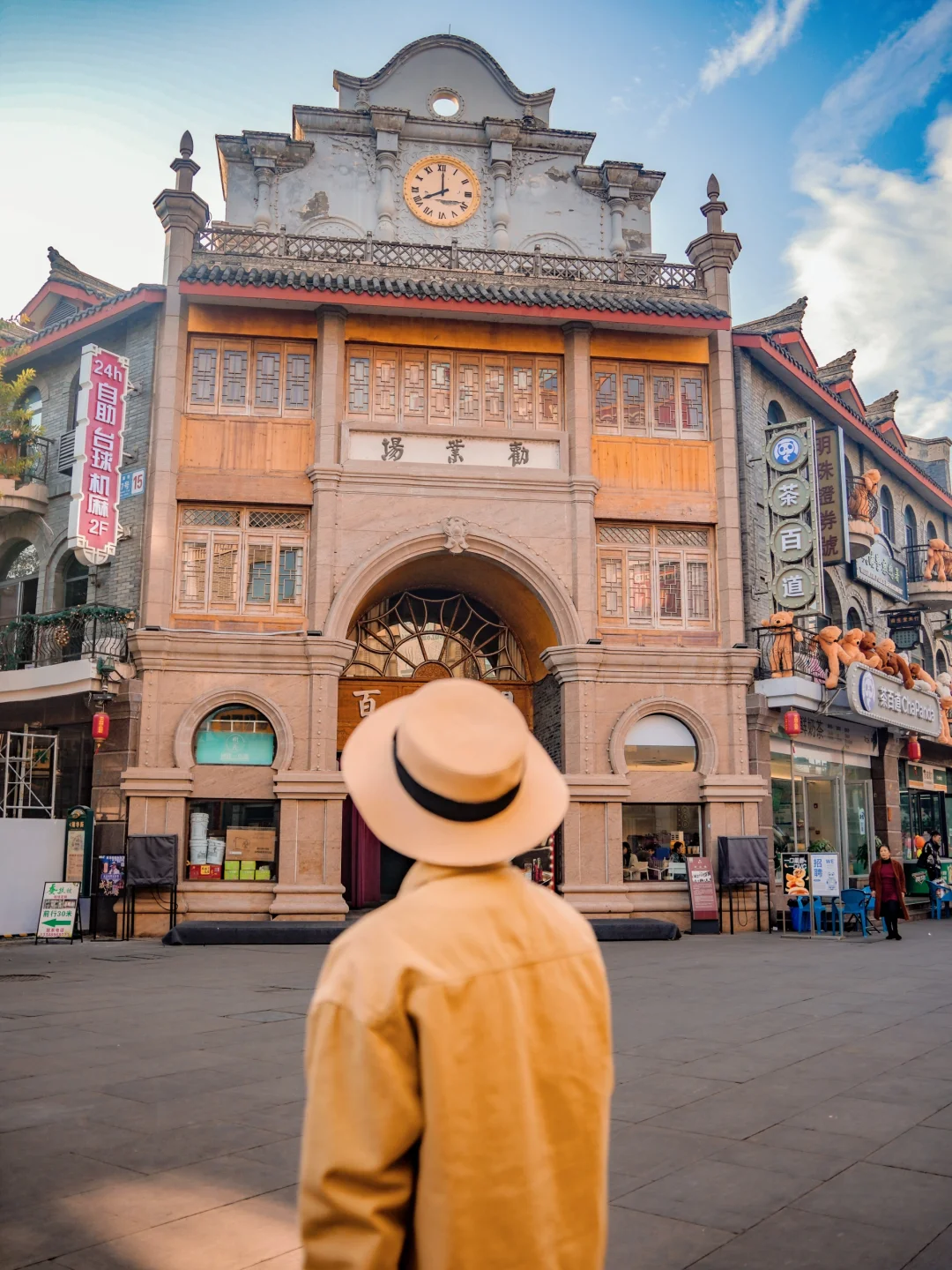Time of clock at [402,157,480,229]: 8:00
